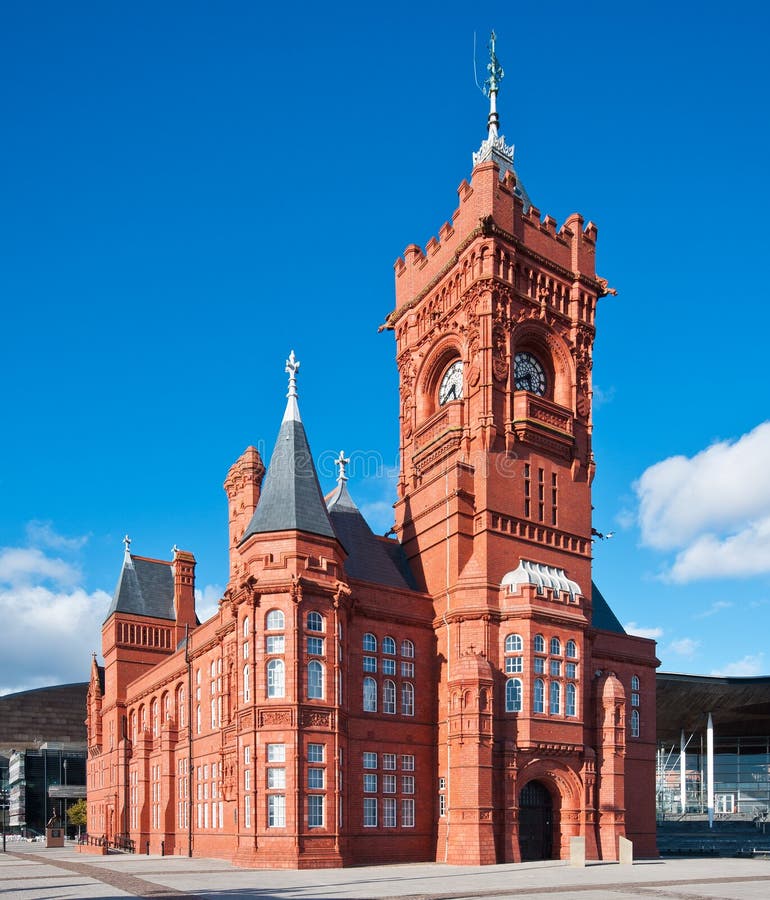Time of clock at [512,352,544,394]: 5:40
